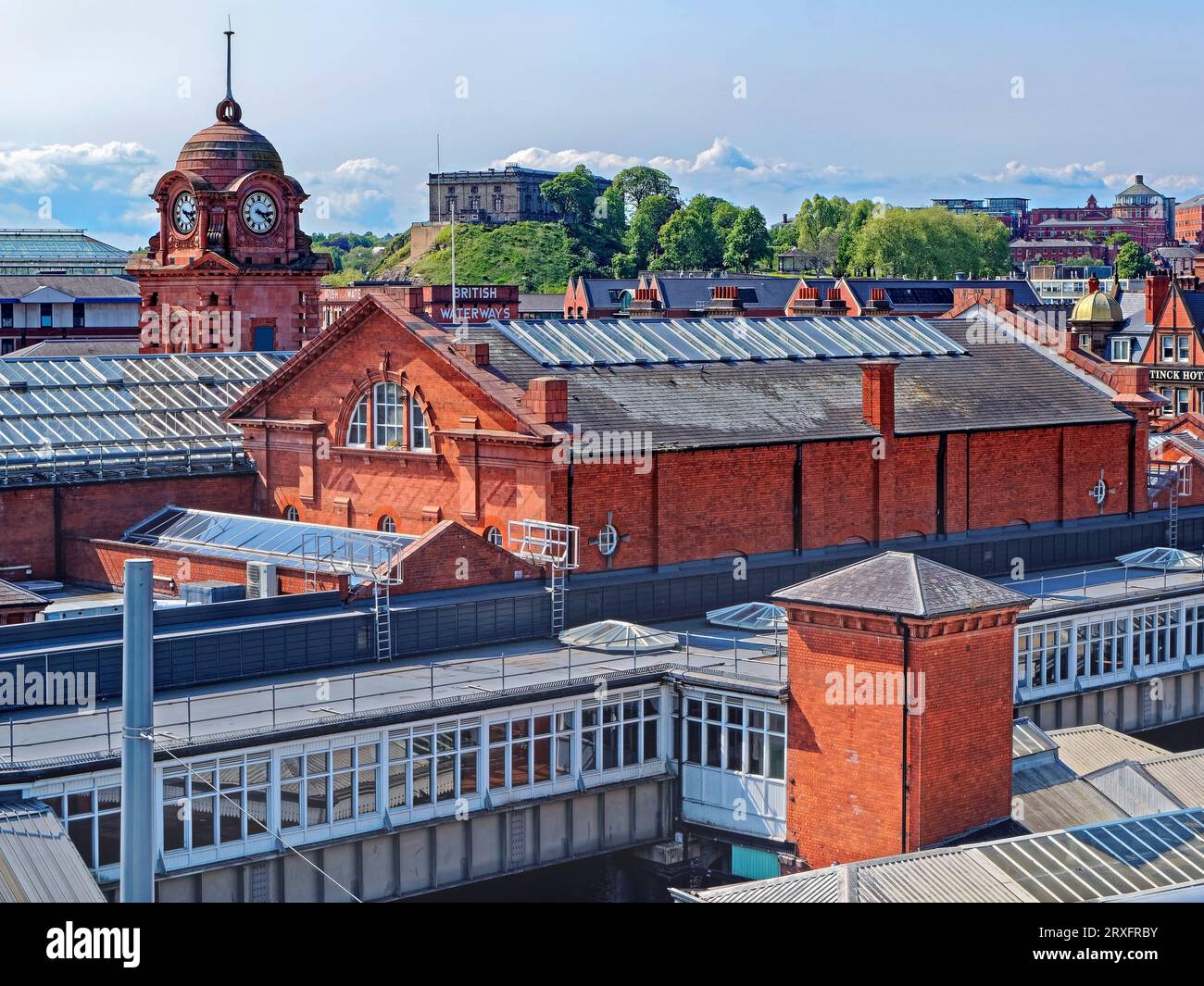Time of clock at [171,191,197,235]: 3:22
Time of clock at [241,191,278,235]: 3:22
